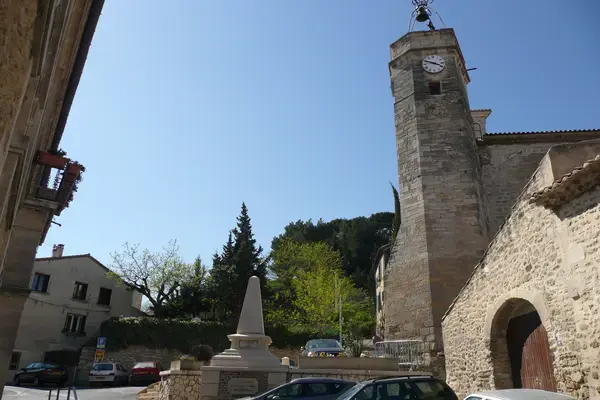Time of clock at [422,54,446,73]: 3:48
